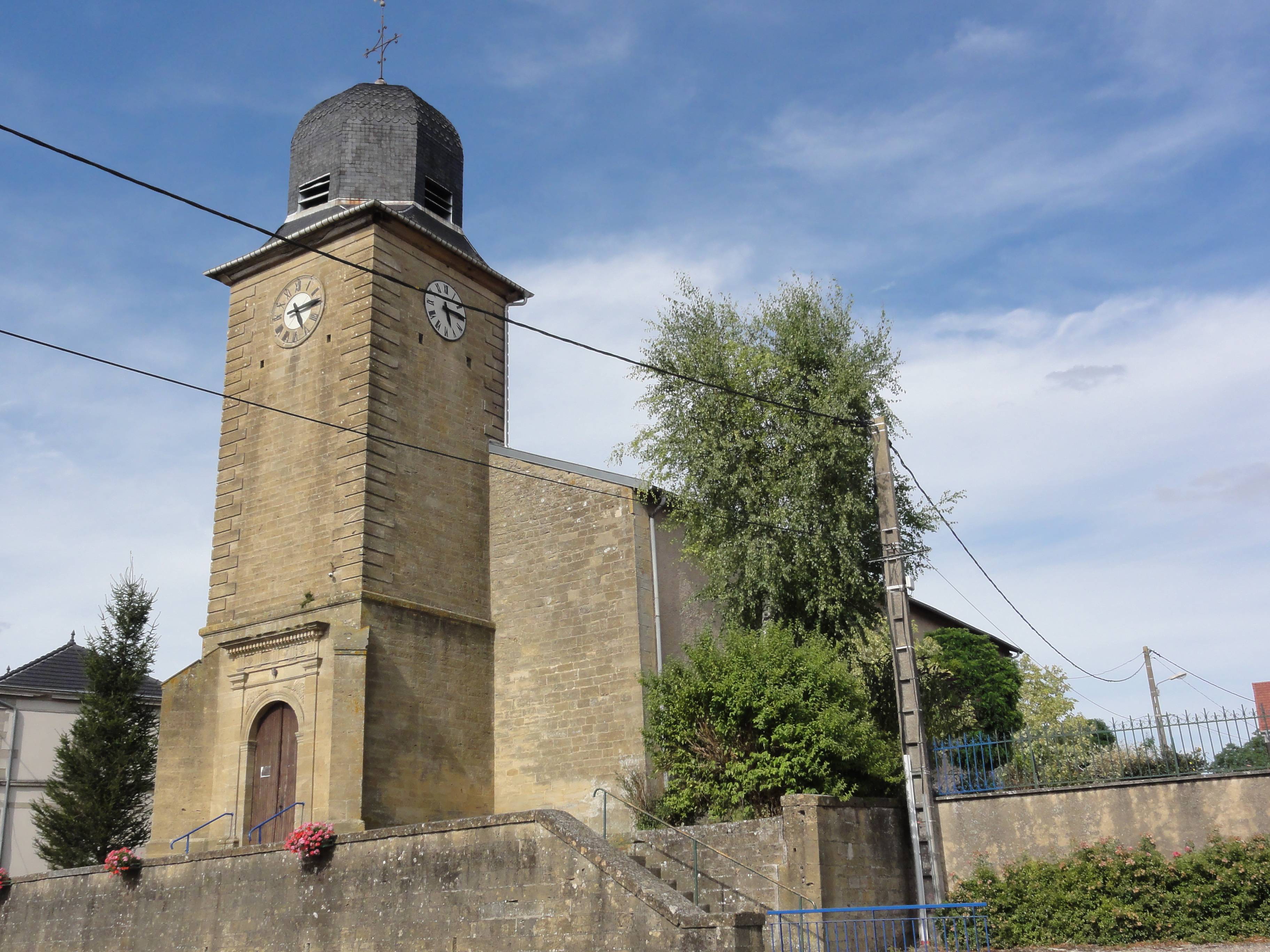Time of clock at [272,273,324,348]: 5:14
